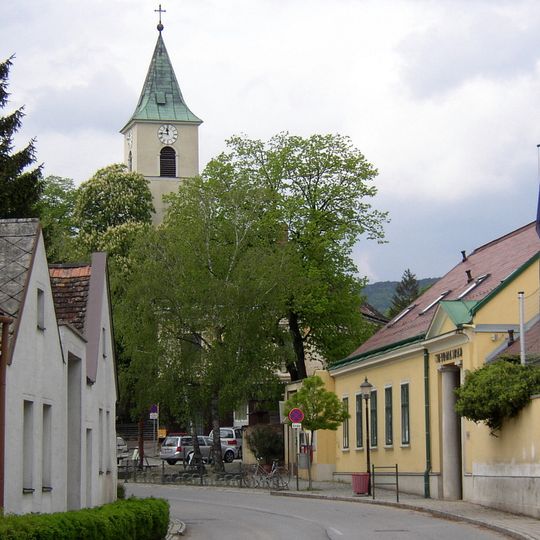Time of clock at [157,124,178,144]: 11:46
